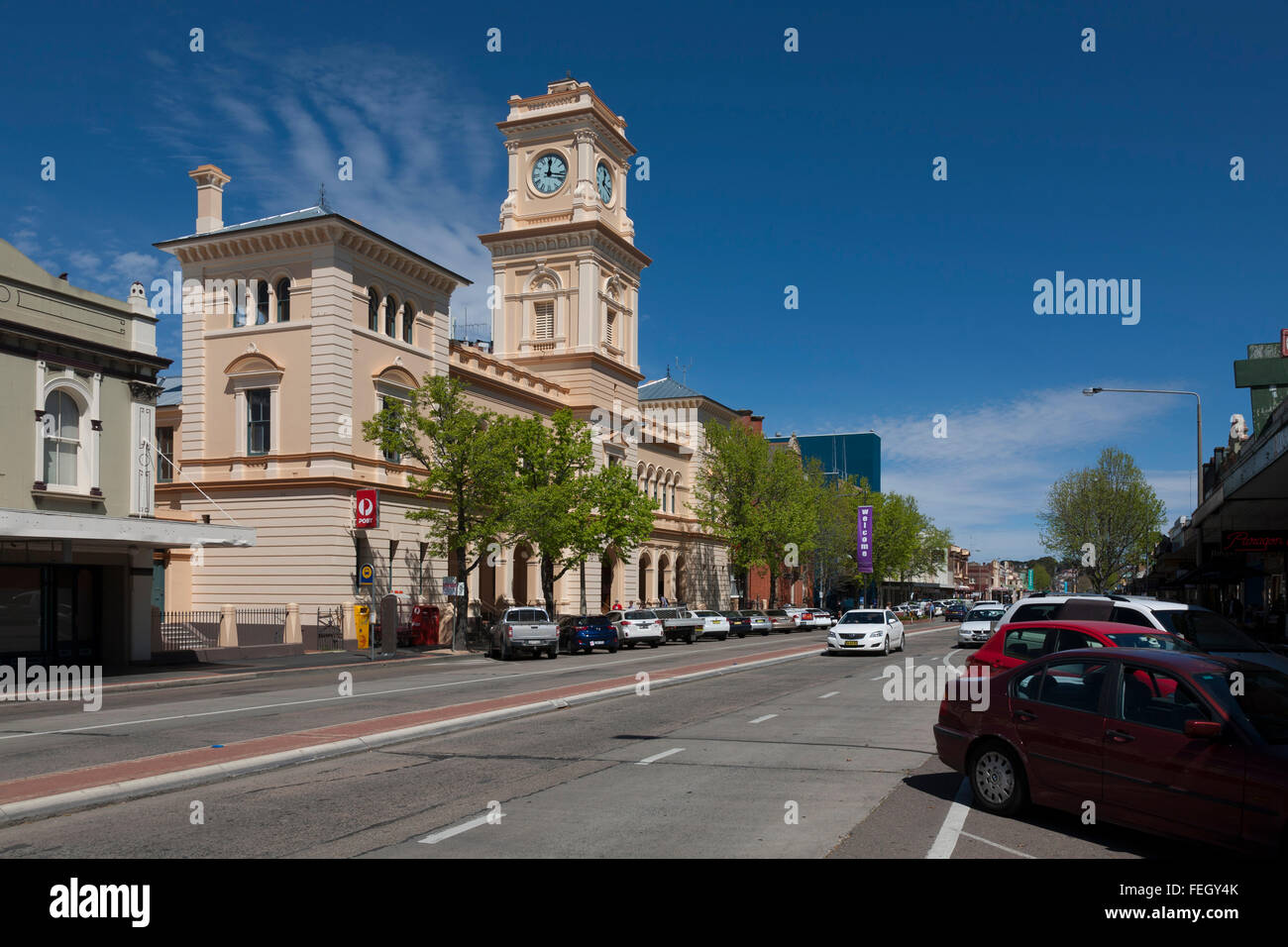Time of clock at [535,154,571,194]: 12:16
